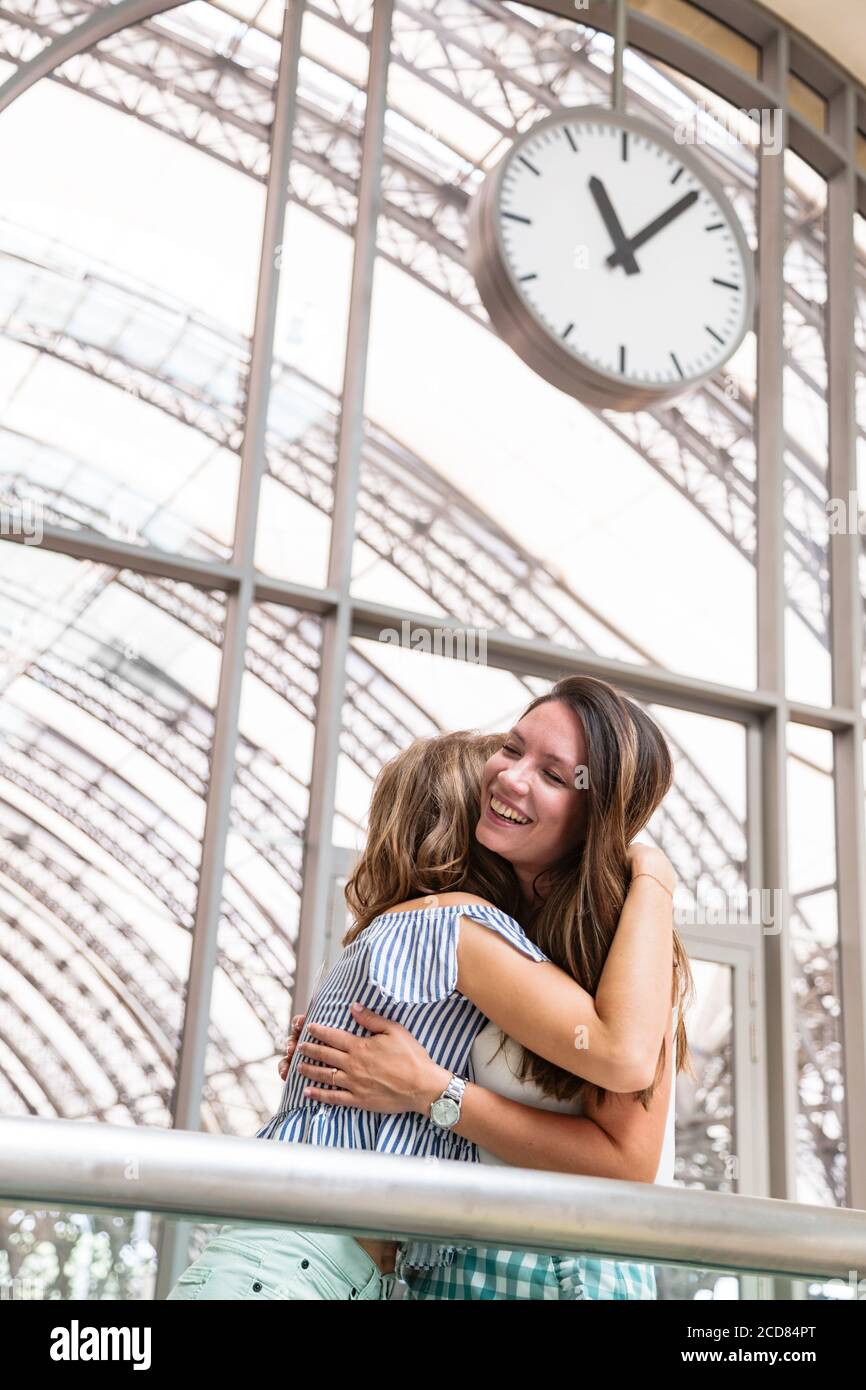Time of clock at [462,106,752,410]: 11:07
